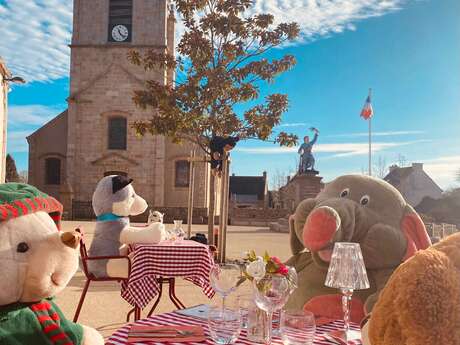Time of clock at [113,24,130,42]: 11:22
